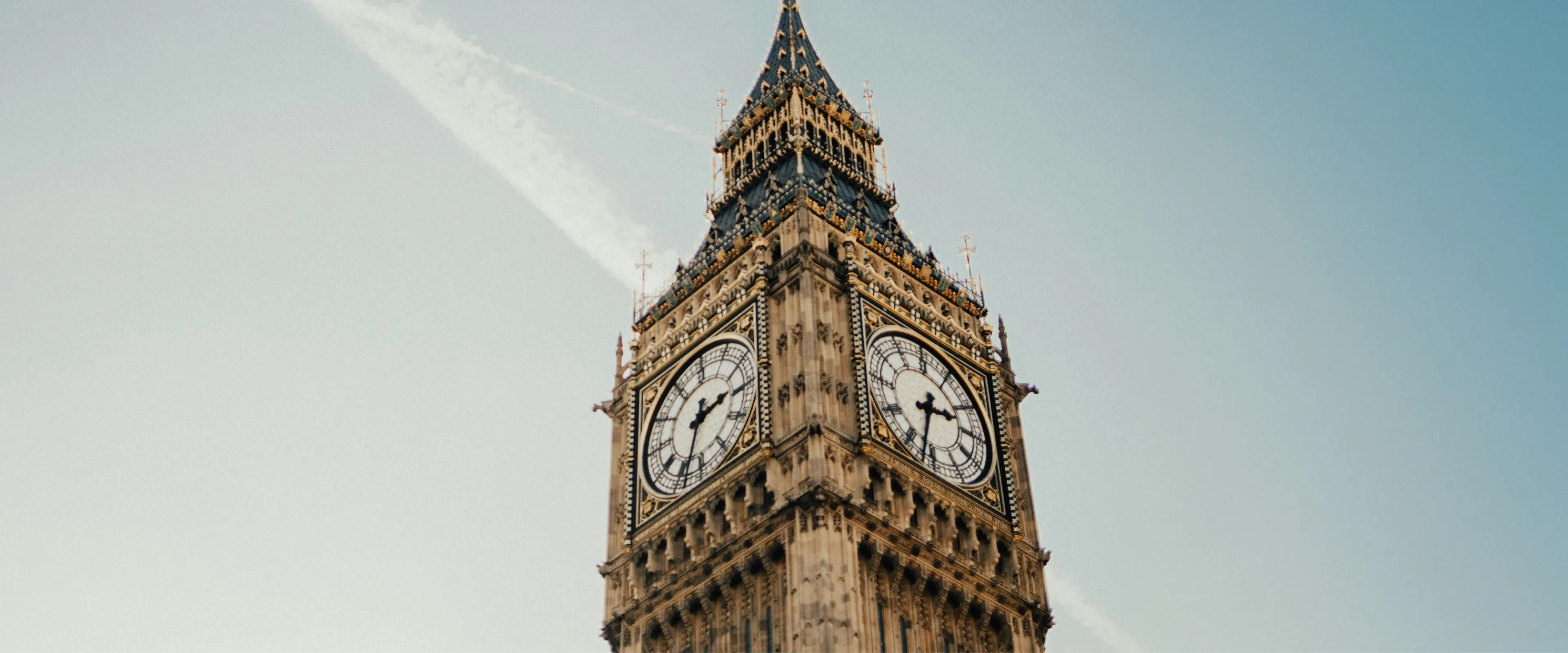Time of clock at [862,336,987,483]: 2:32
